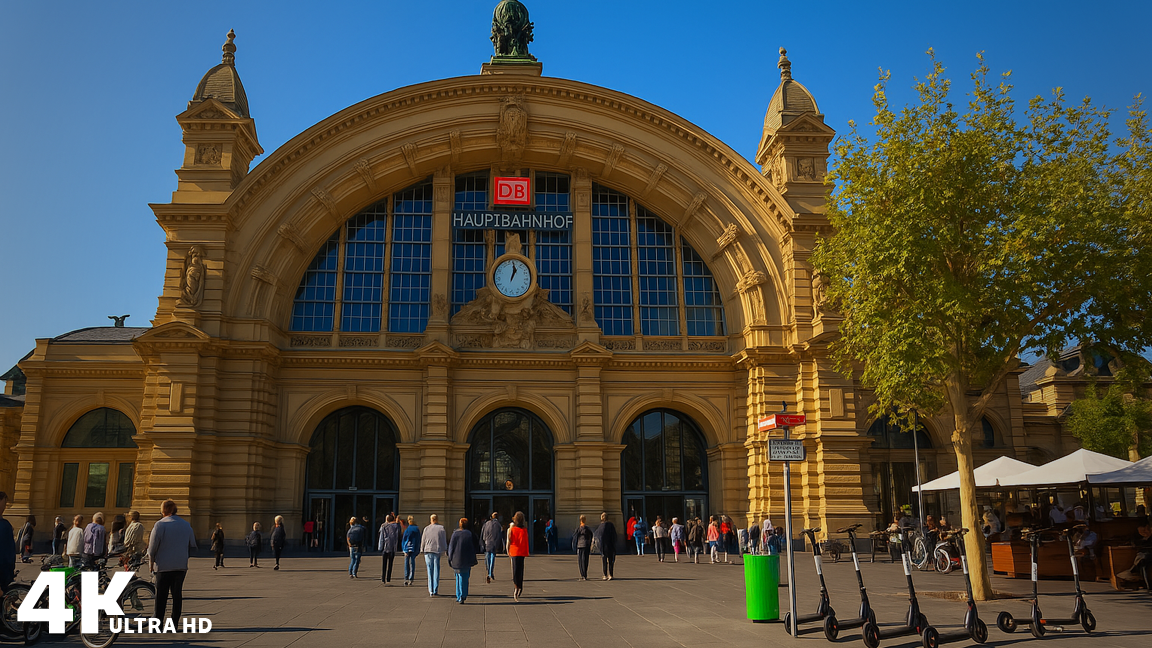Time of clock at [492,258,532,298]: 1:02
